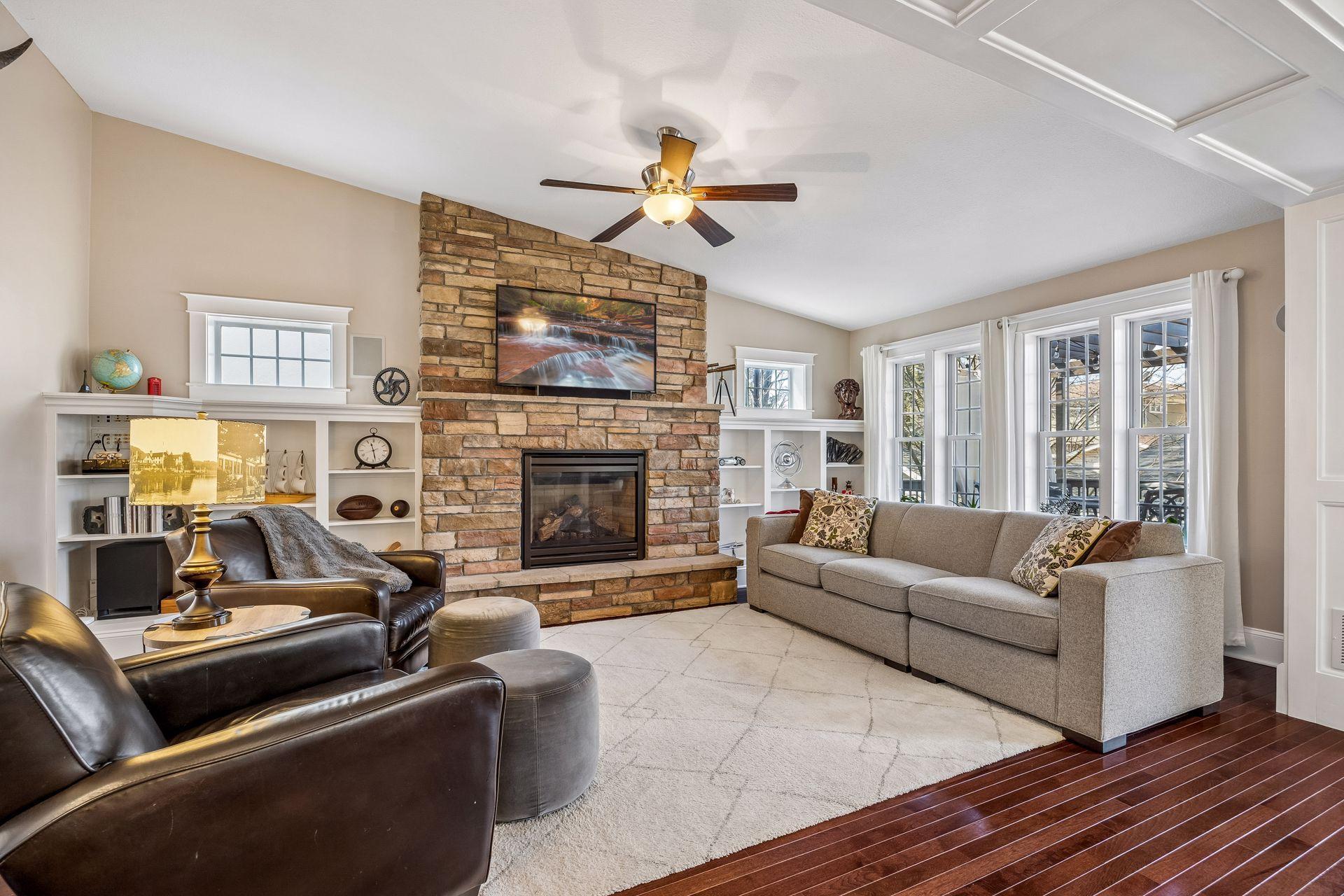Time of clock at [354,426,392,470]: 11:28
